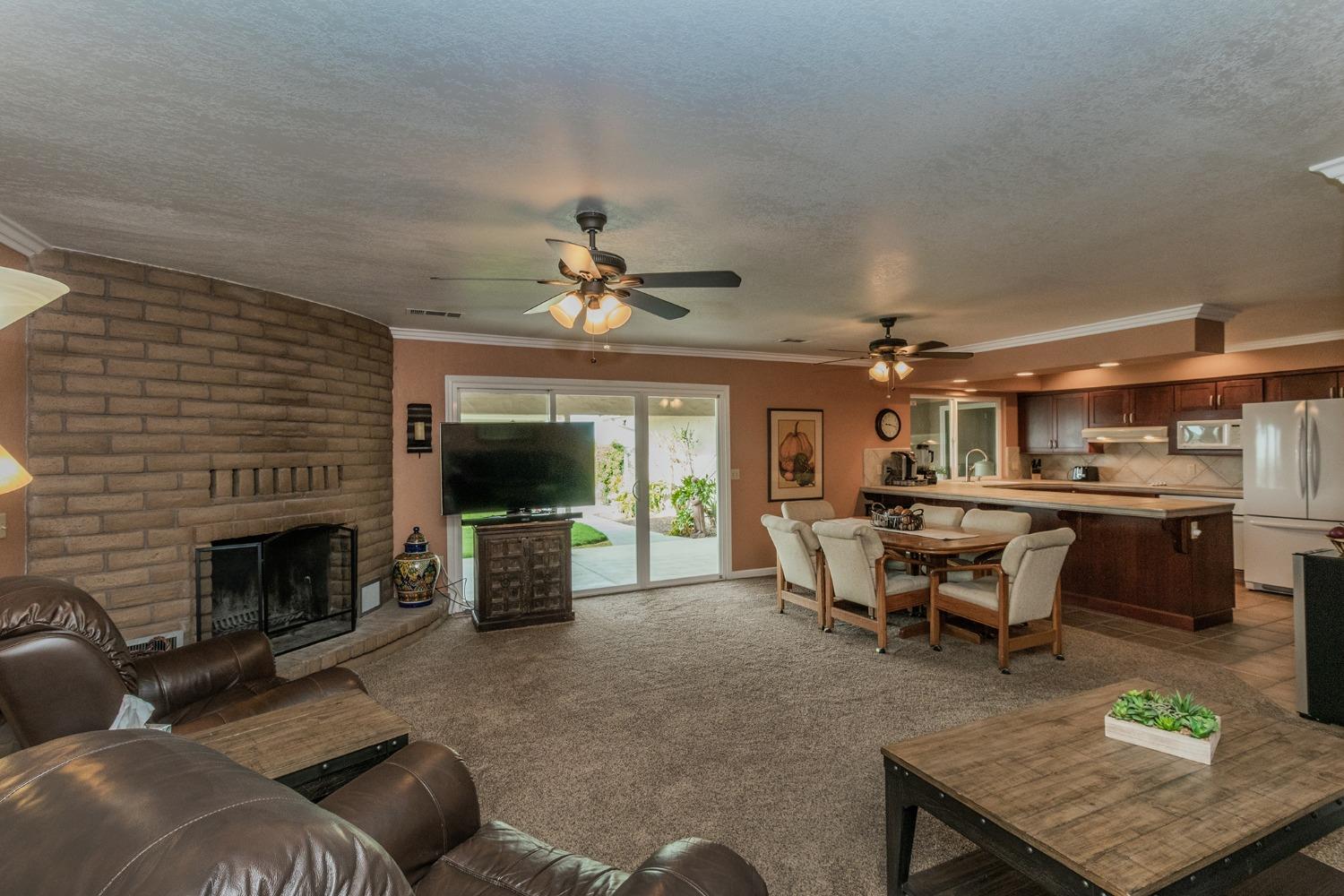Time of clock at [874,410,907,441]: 9:17
